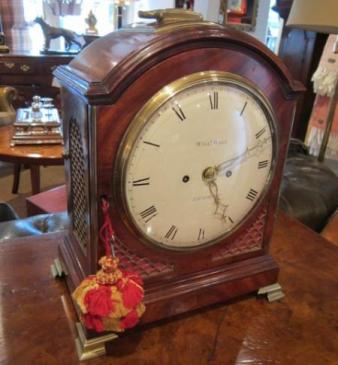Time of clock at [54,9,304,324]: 2:25
